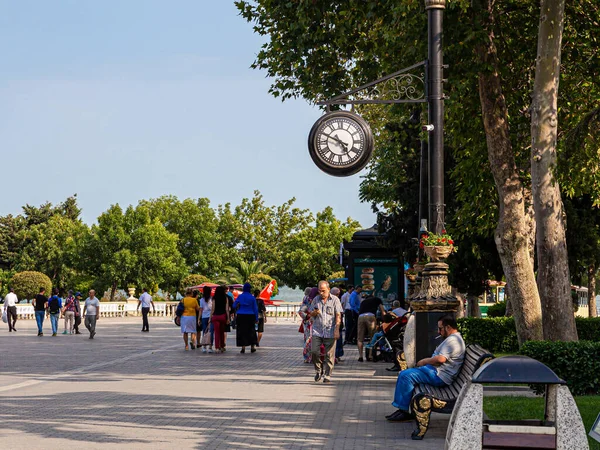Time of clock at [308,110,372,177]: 4:49
